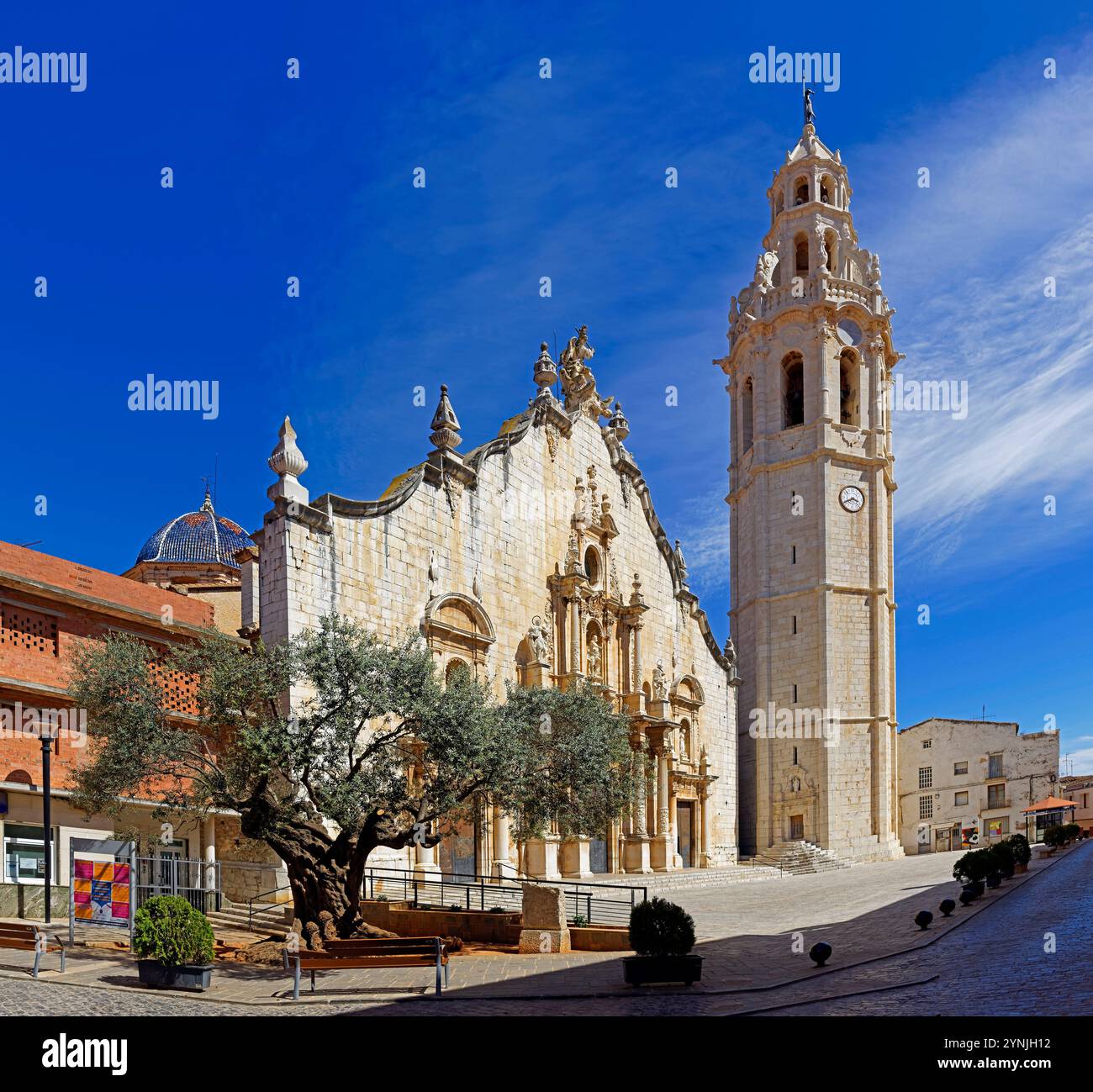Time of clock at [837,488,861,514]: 3:40
